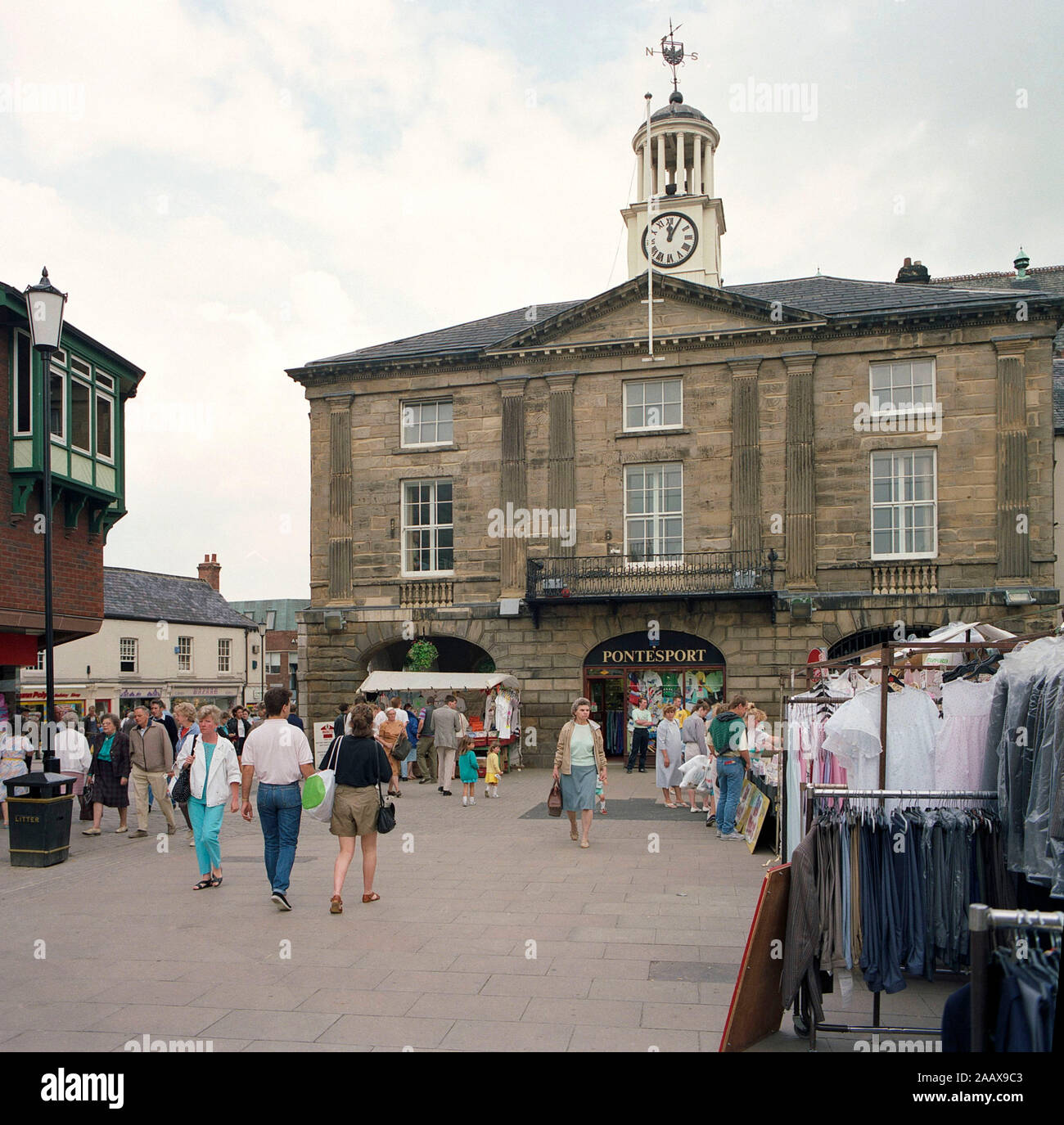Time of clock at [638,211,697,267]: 12:05
